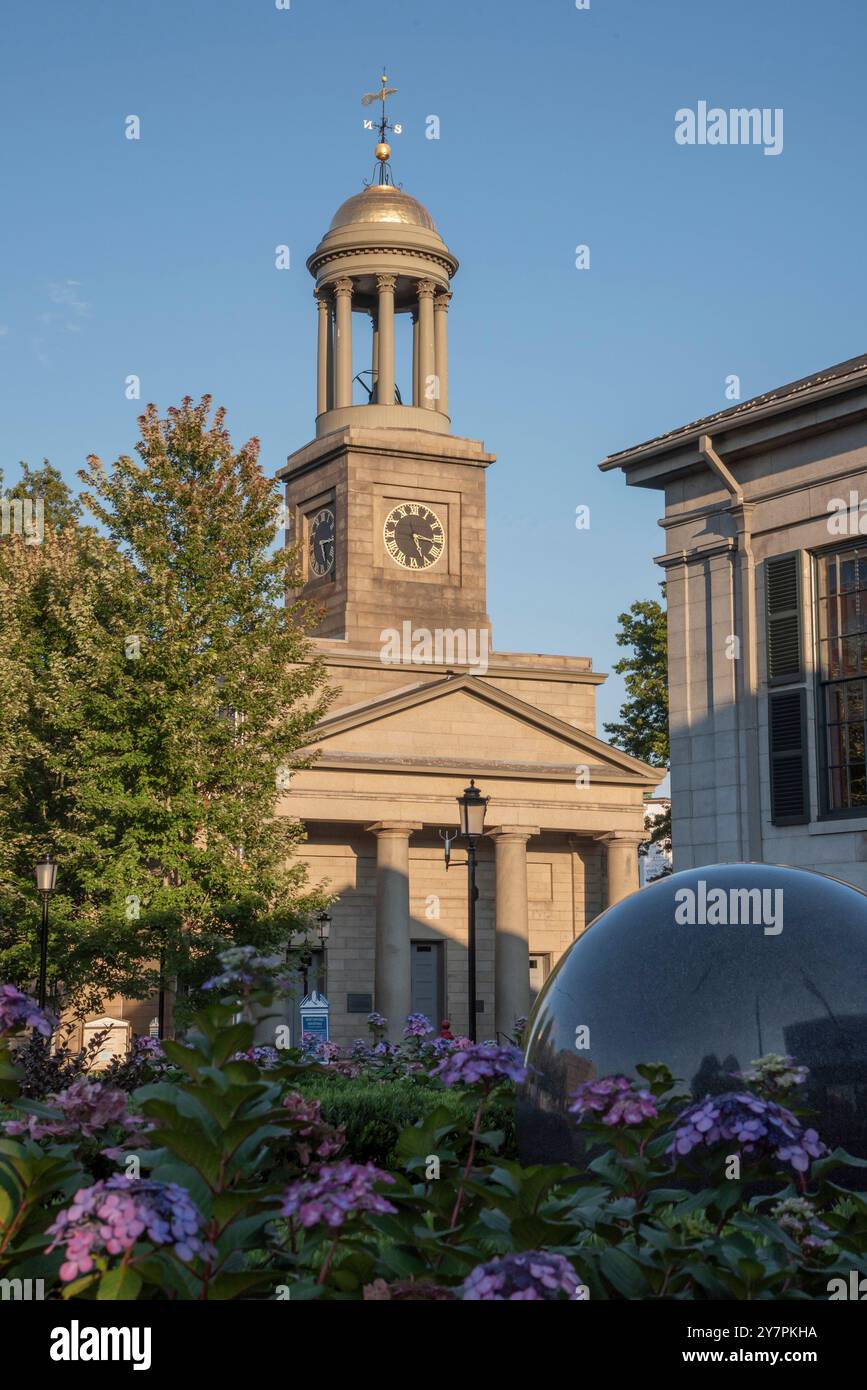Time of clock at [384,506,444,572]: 5:16
